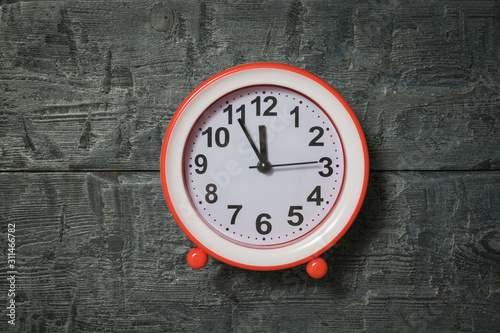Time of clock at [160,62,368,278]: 11:55
